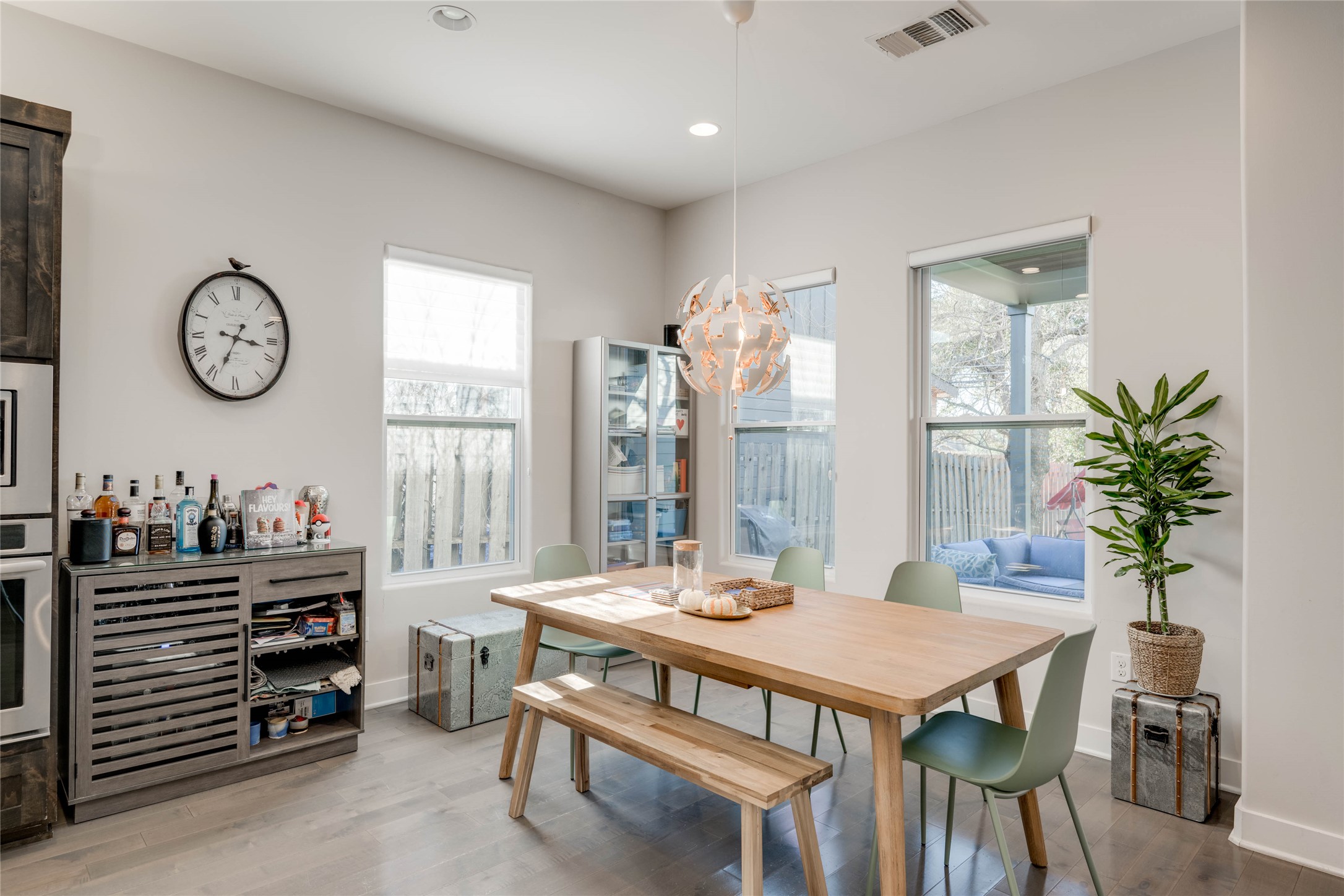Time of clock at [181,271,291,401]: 3:33
